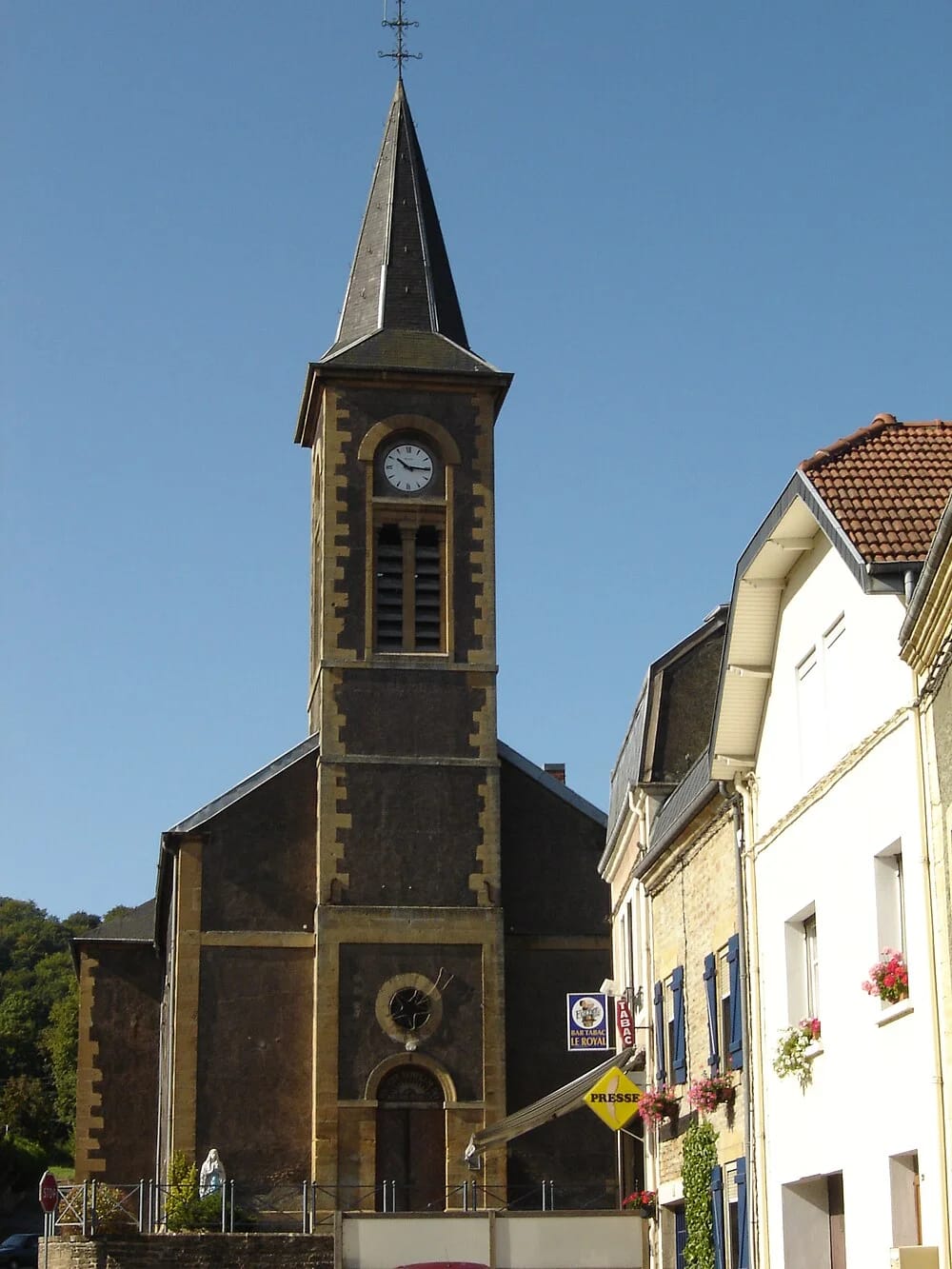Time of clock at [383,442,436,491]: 10:15
